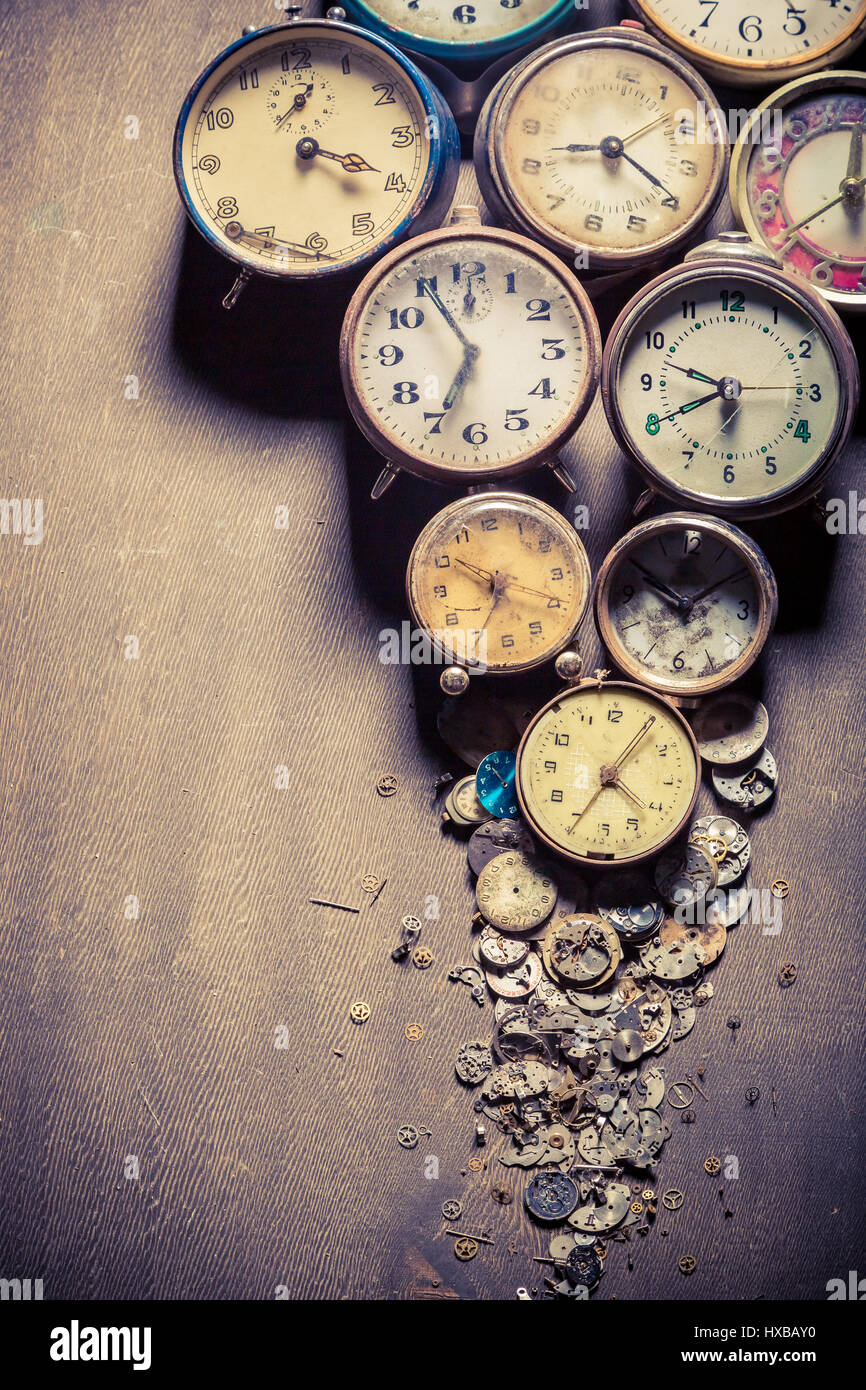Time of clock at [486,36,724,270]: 8:19
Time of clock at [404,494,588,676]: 6:50
